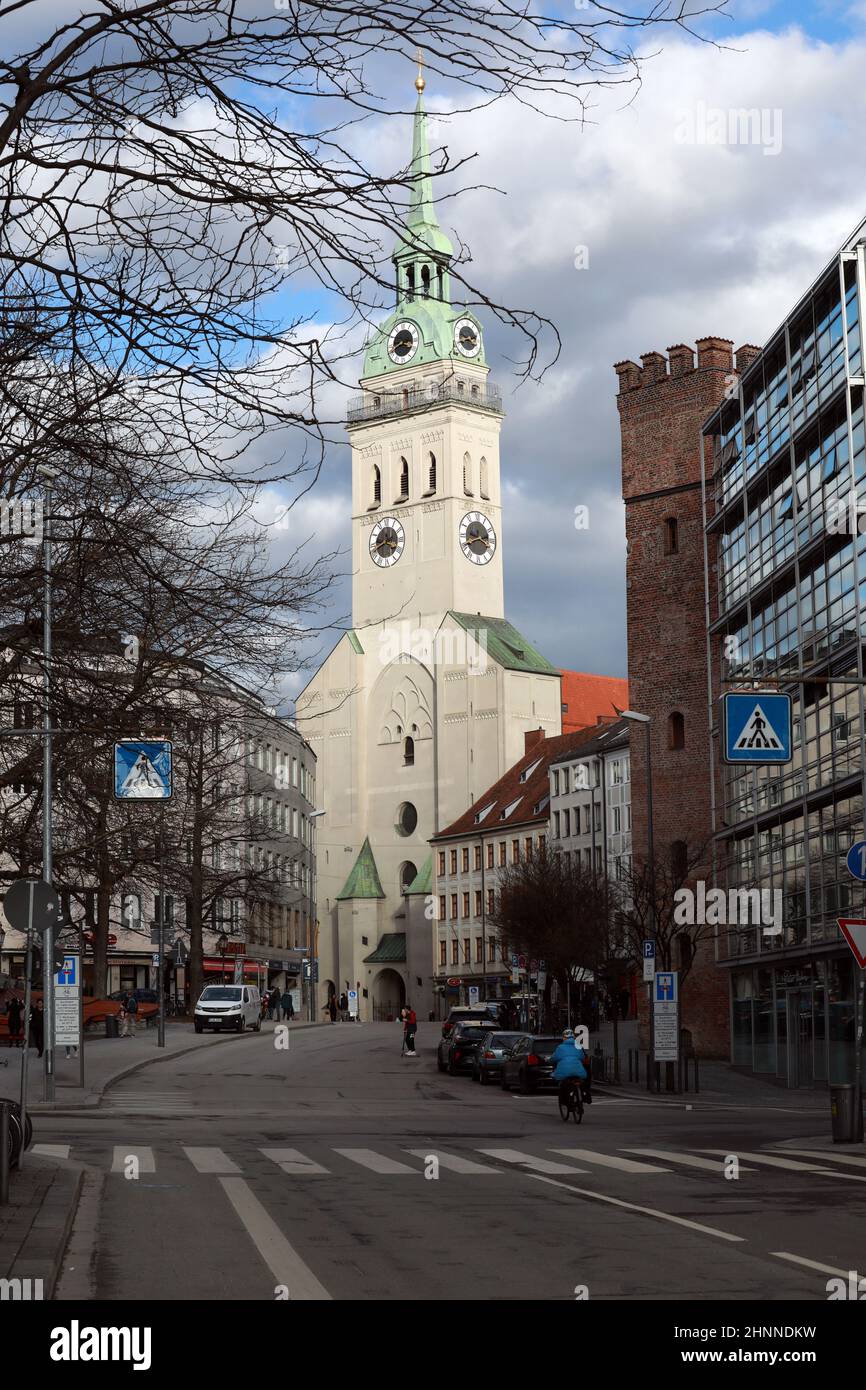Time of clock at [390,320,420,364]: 3:40
